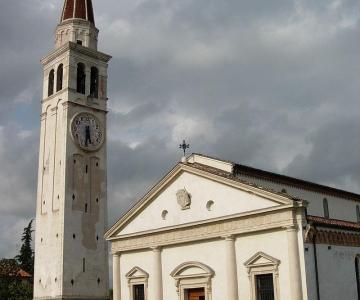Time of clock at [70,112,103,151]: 5:32
